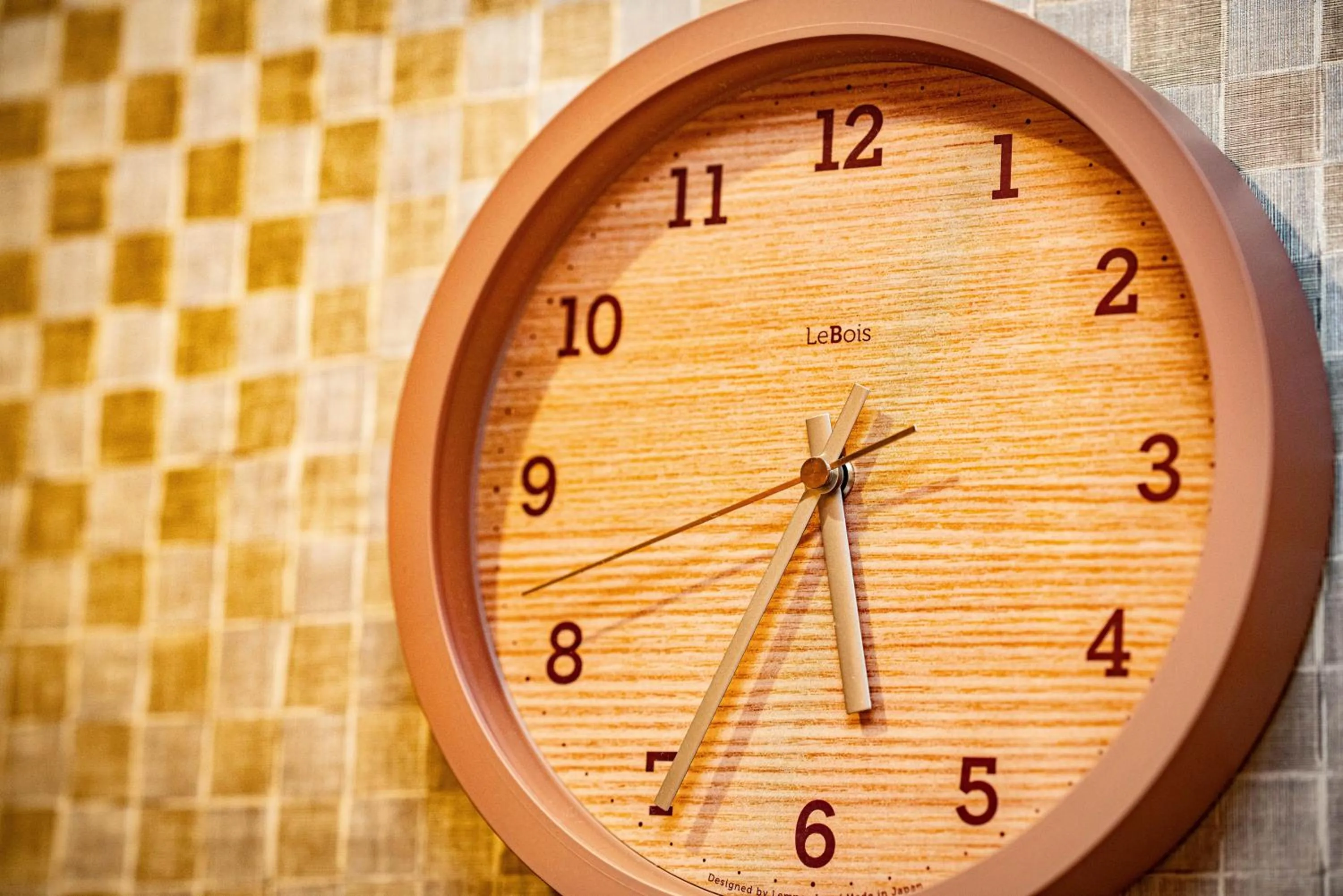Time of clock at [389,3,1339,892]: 5:34
